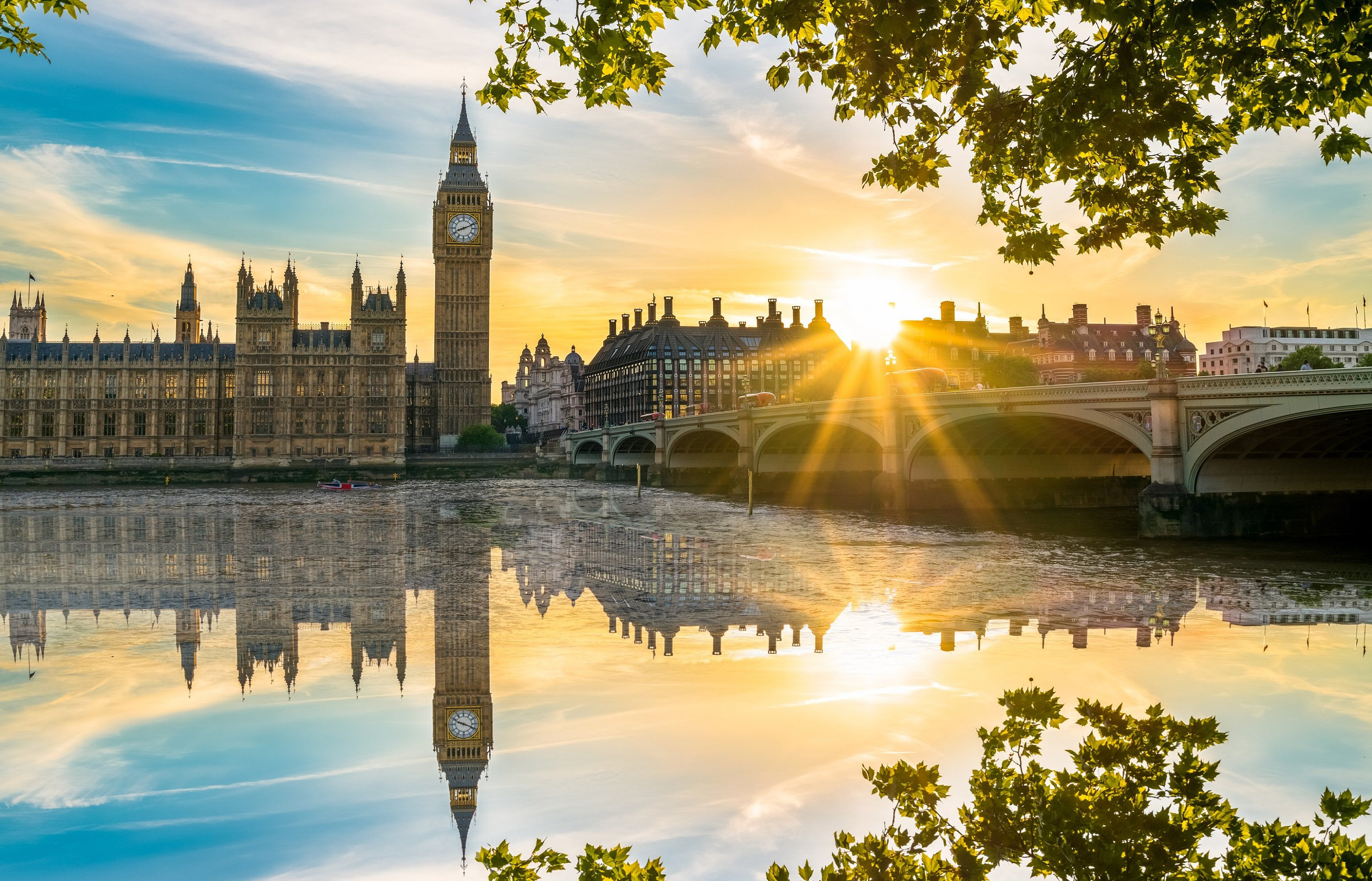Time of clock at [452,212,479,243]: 8:11
